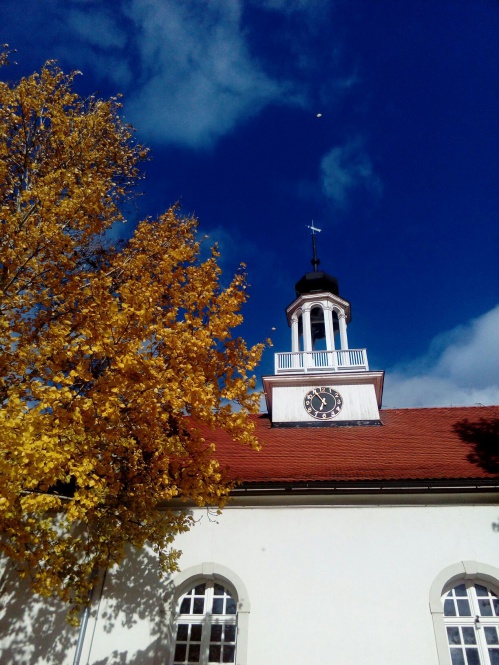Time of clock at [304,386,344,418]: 6:54
